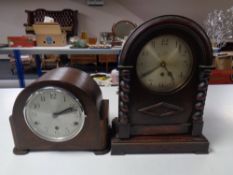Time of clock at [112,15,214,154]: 4:40
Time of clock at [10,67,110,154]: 2:12
